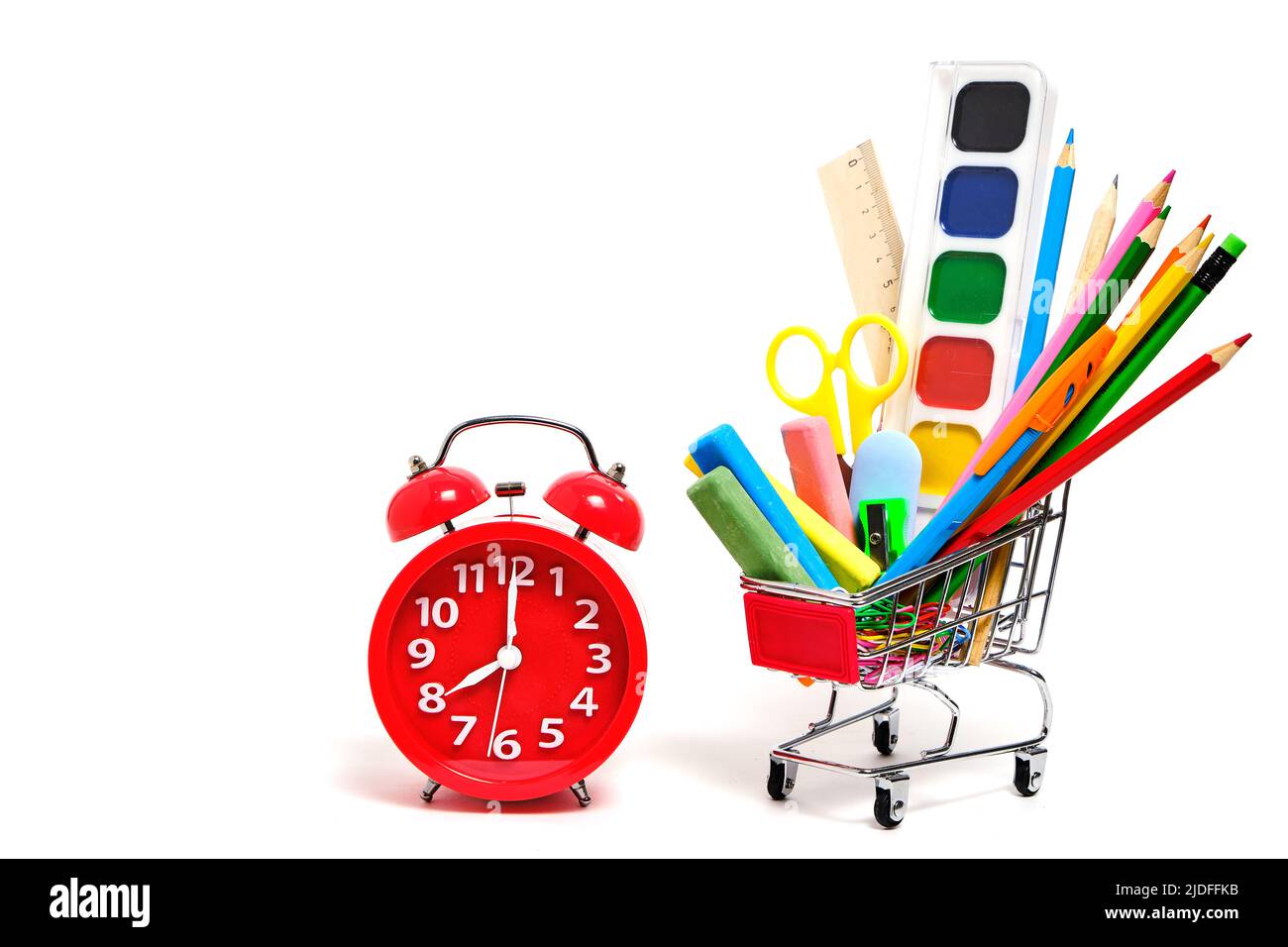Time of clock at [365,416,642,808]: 8:00
